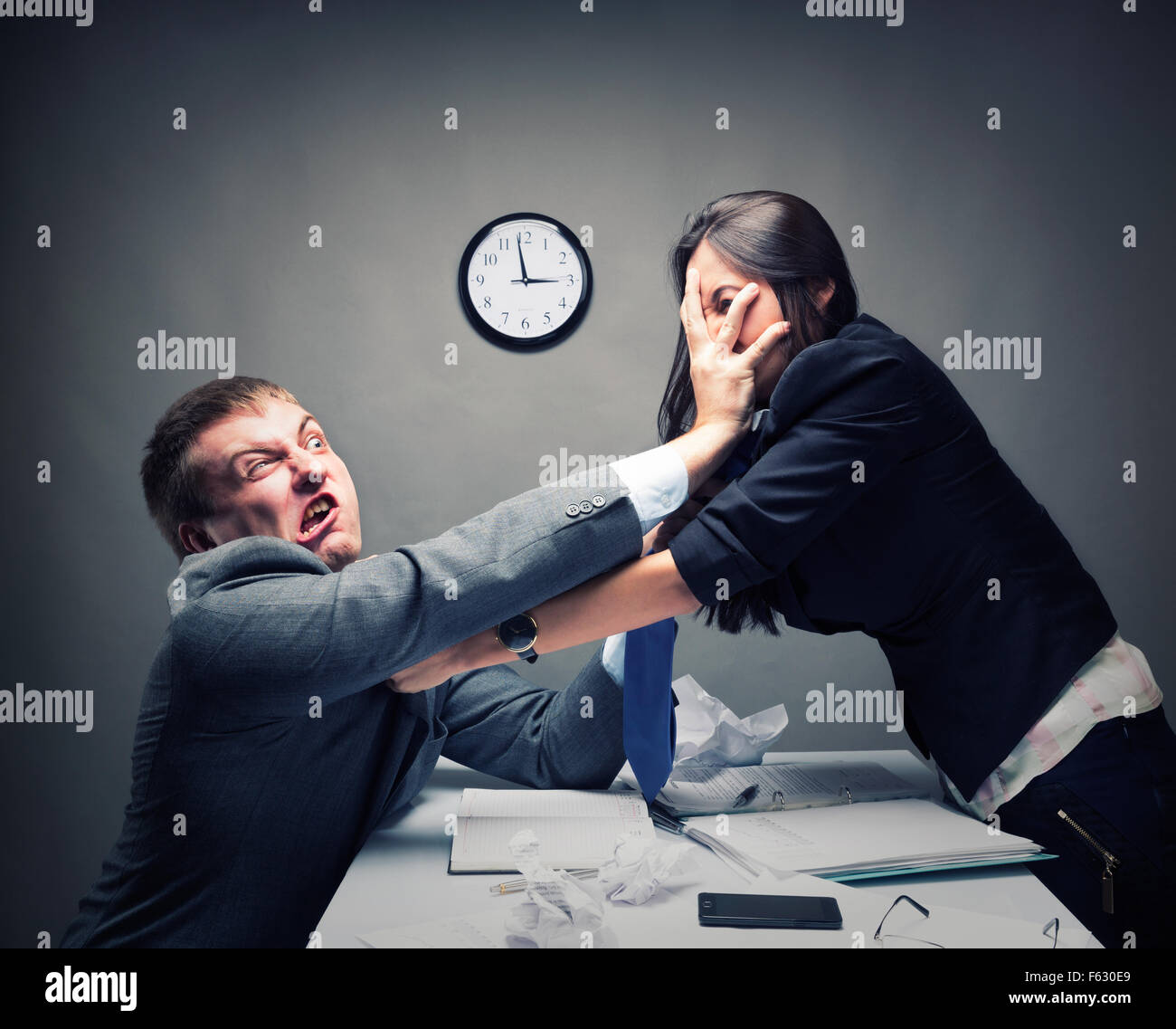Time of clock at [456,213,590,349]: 2:58
